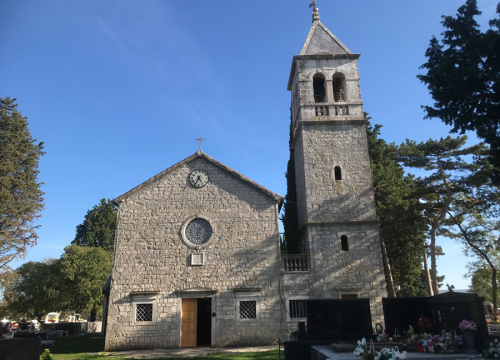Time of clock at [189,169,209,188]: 4:34
